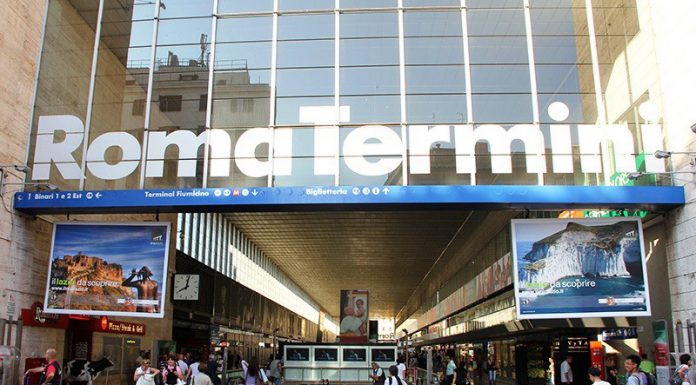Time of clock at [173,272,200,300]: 8:01
